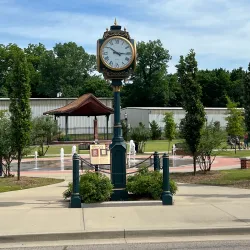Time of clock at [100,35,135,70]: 10:15
